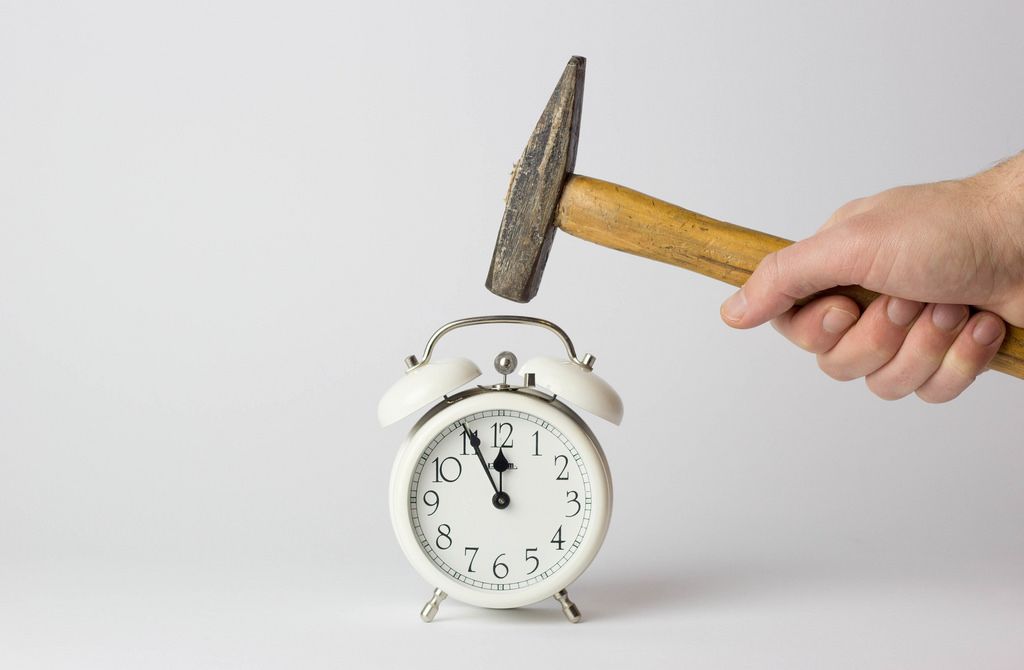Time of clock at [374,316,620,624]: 11:55
